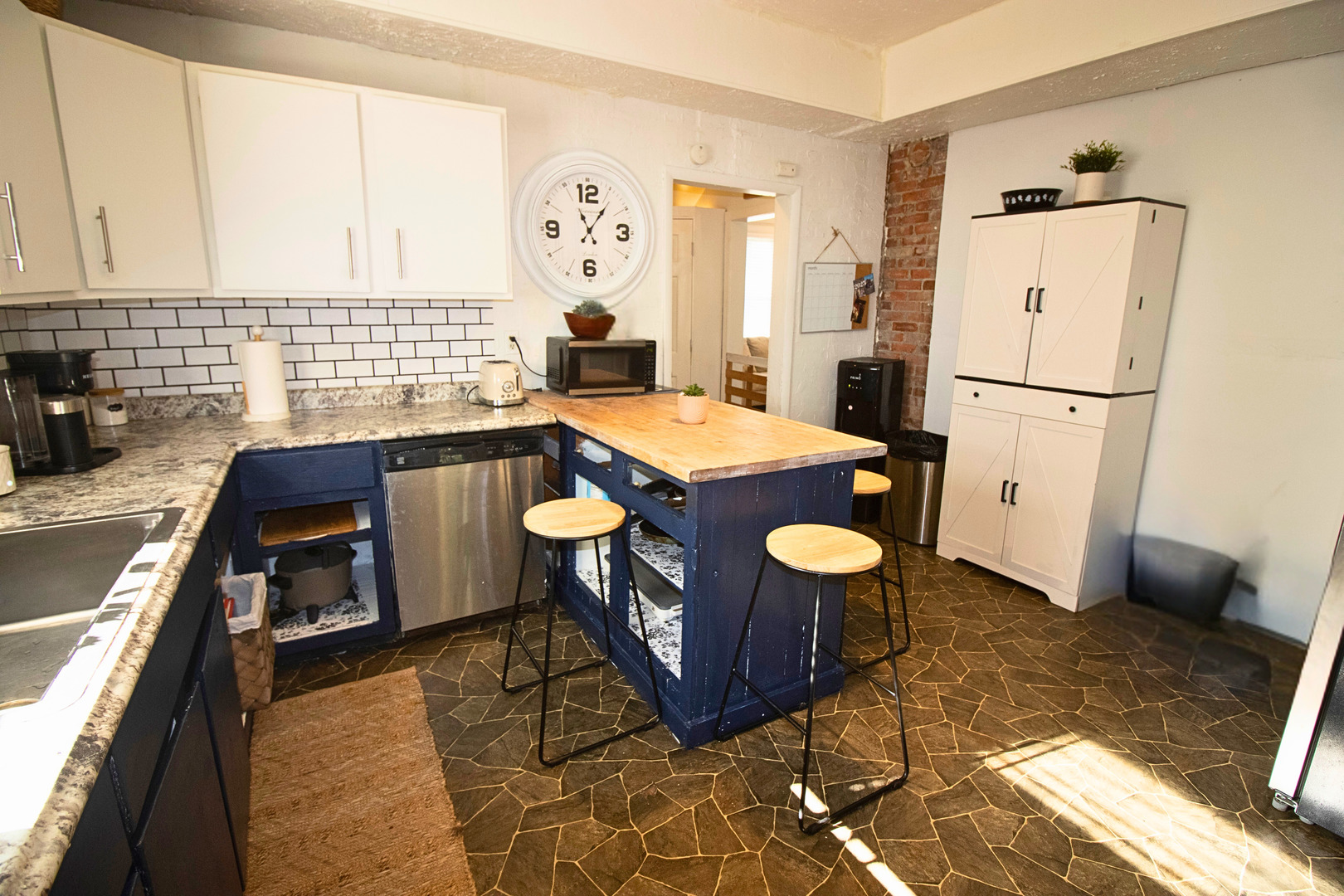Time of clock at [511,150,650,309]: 11:06
